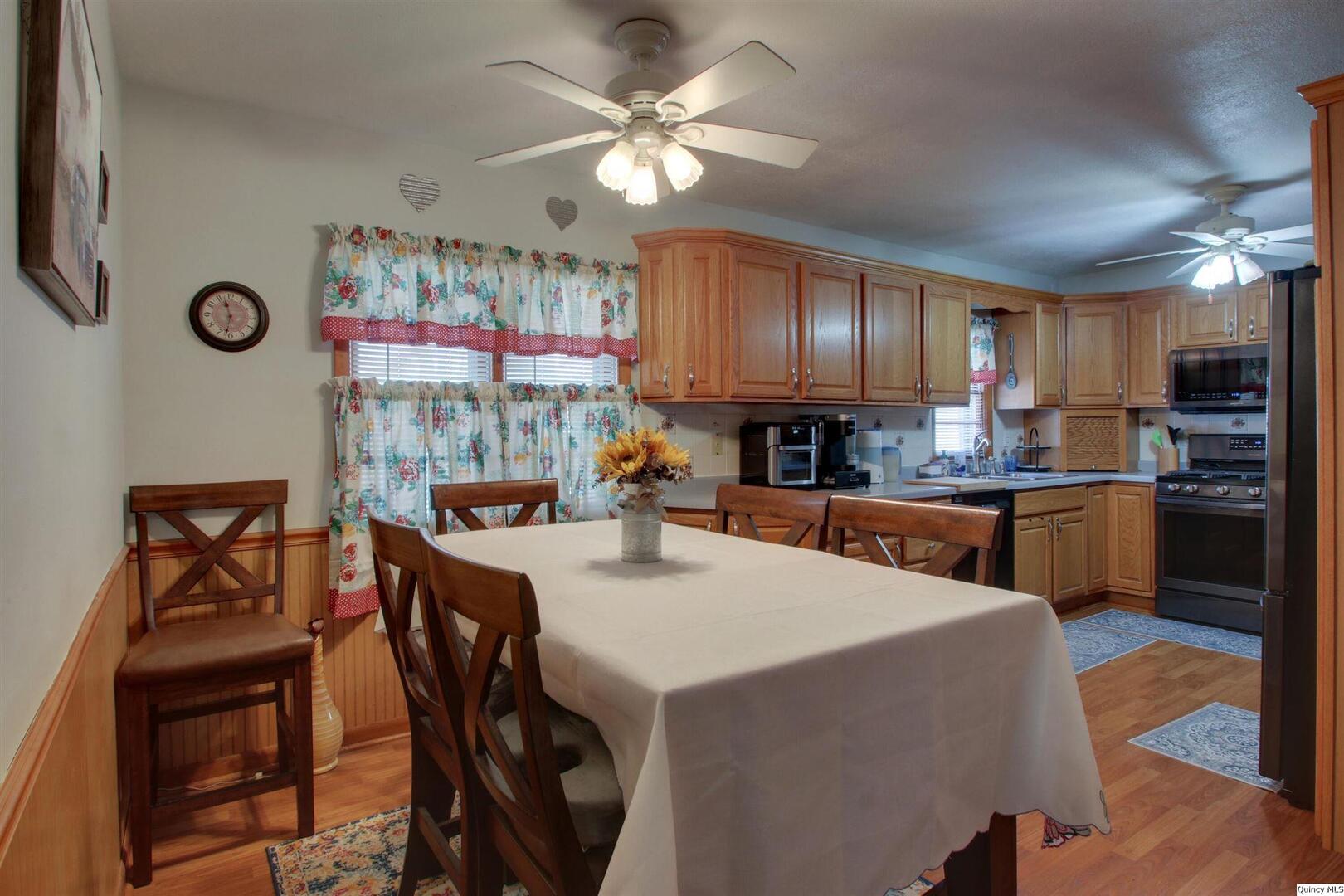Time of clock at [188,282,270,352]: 11:31
